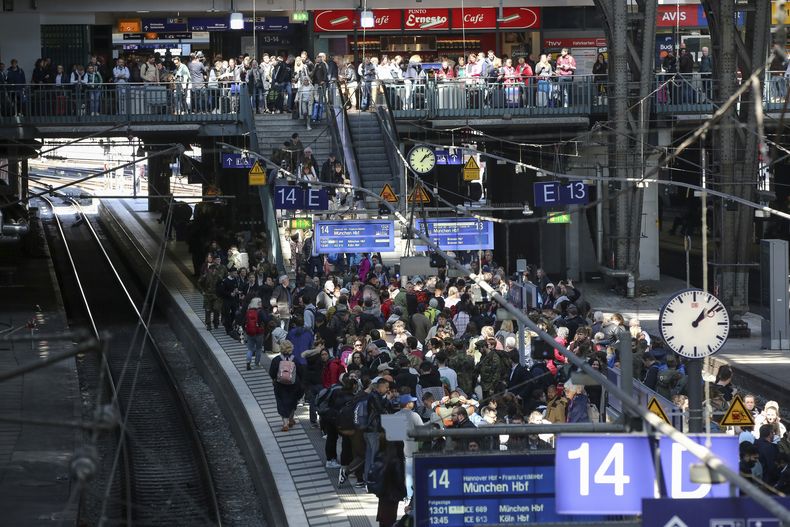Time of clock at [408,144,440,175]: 1:08
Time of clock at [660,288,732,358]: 1:08
